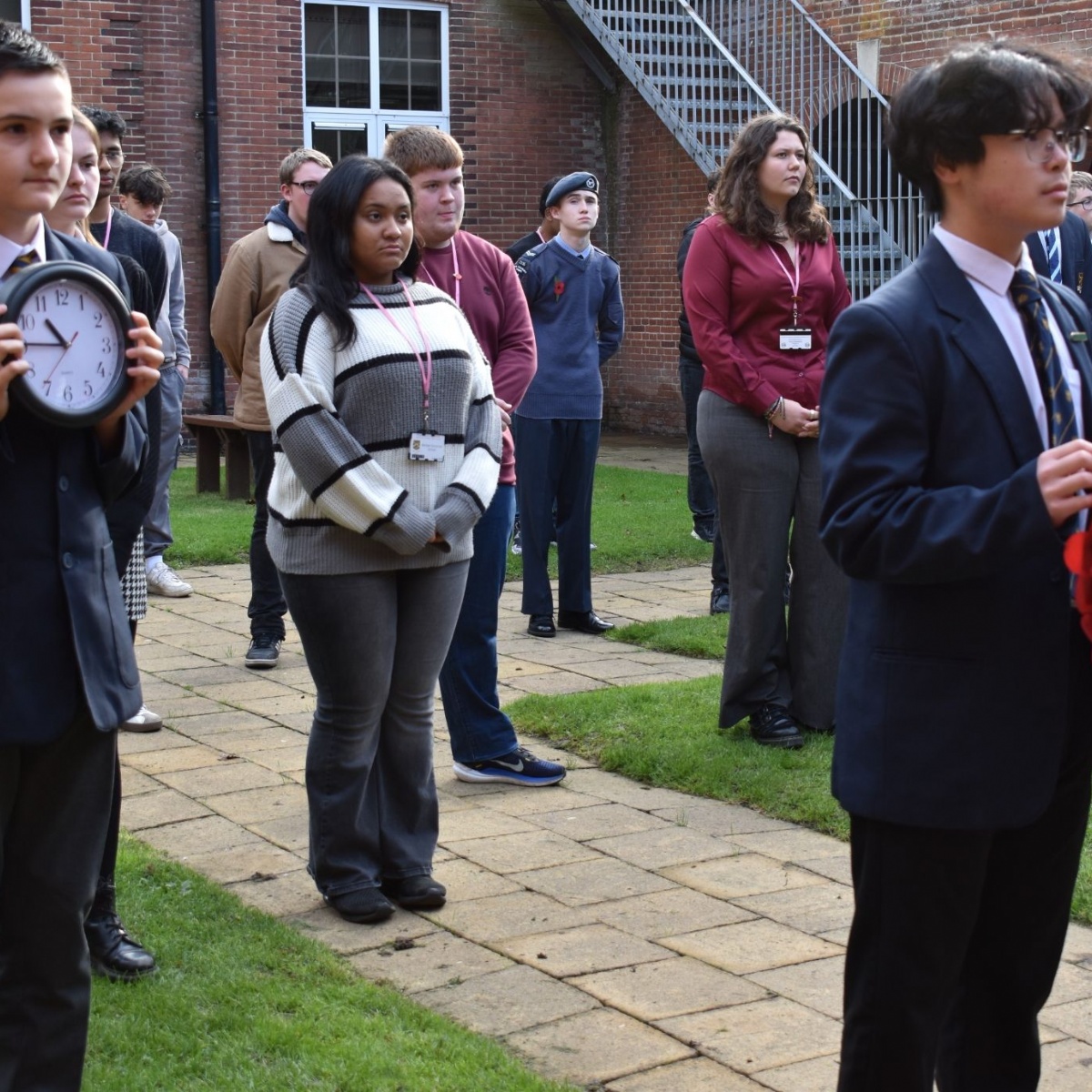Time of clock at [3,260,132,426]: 10:45
